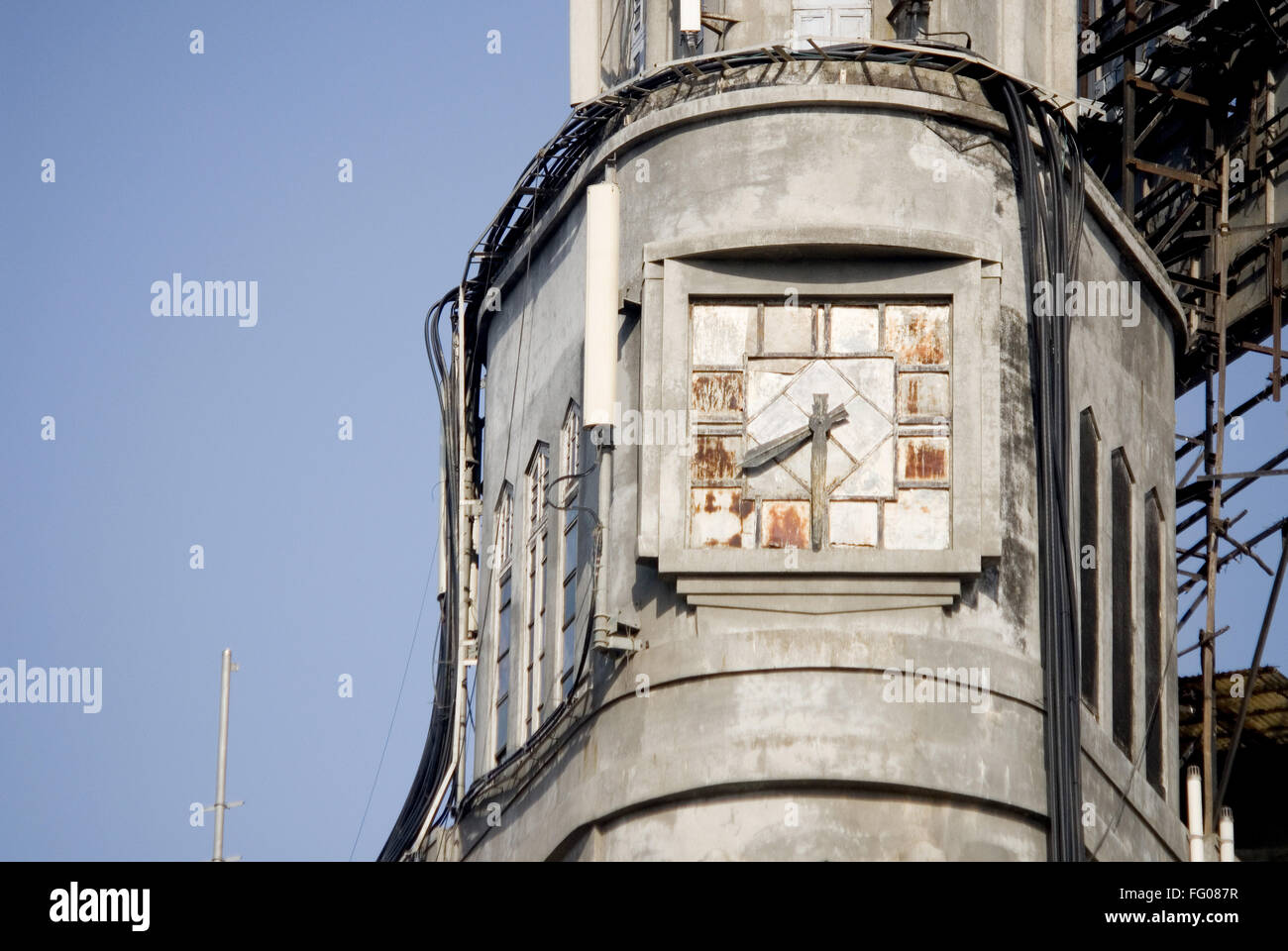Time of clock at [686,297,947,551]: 7:40
